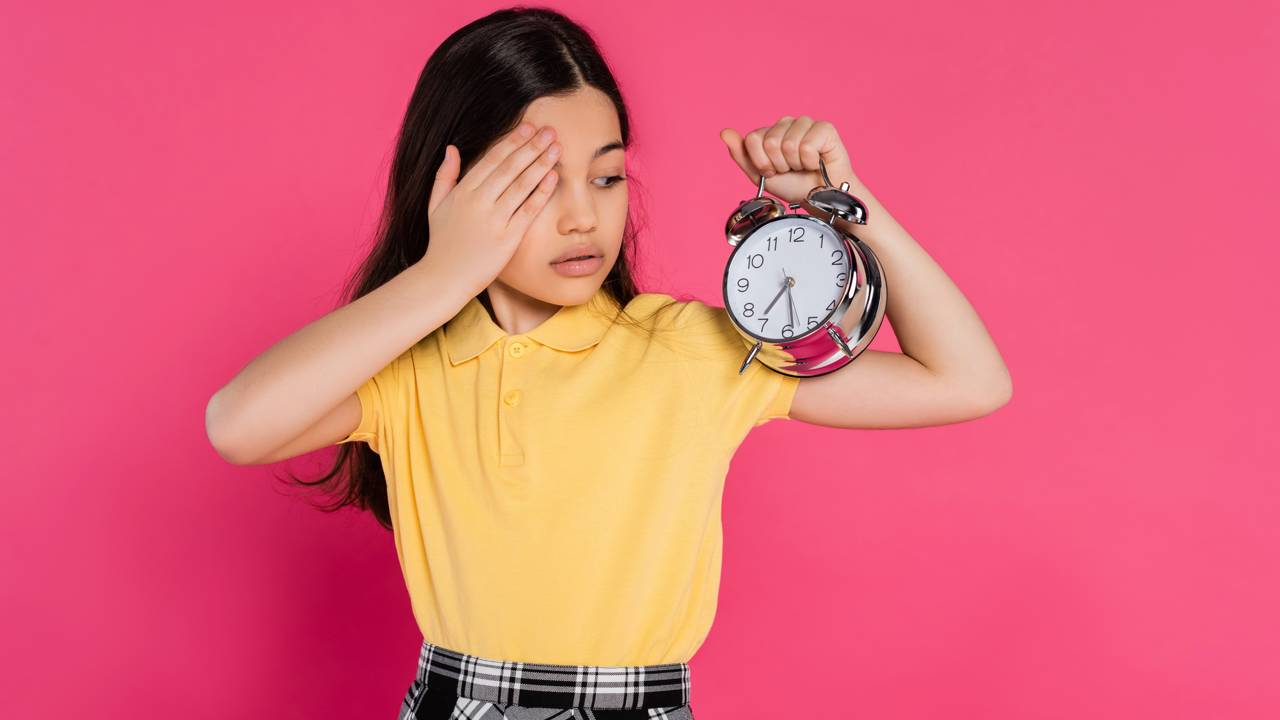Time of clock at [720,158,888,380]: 7:28
